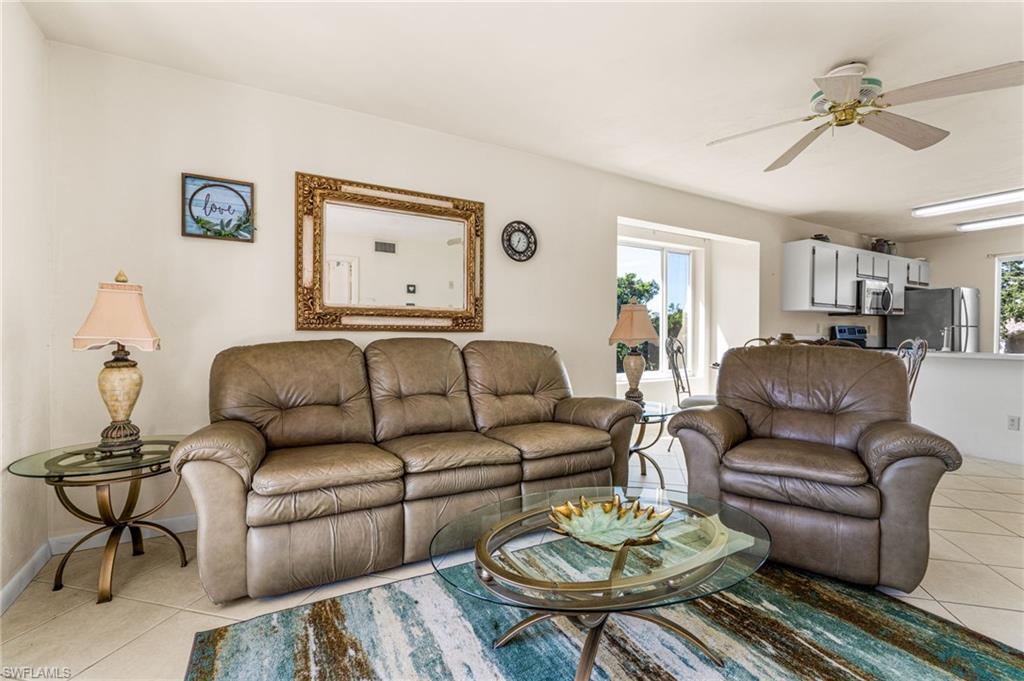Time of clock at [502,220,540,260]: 12:34
